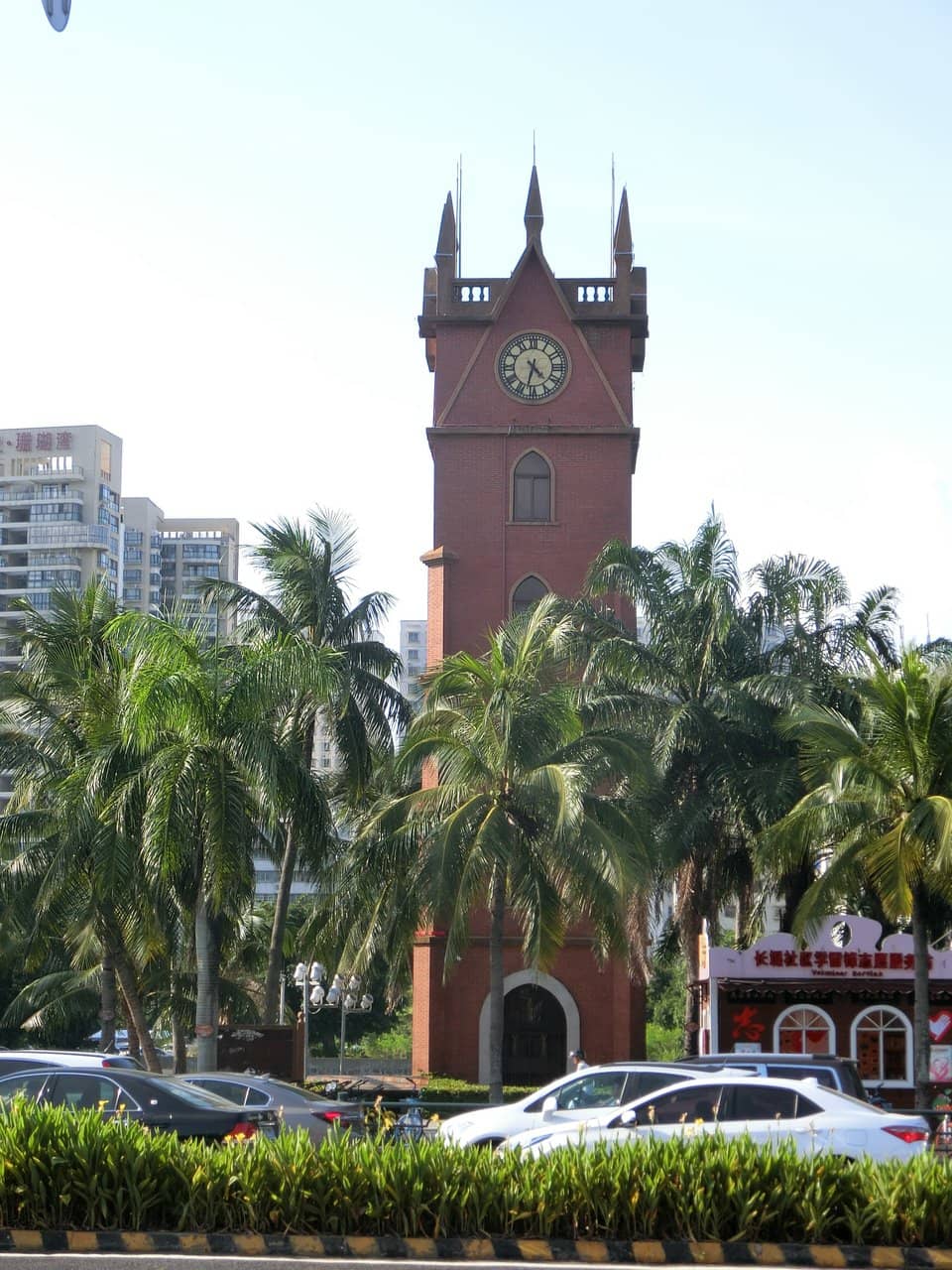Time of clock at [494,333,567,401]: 4:32
